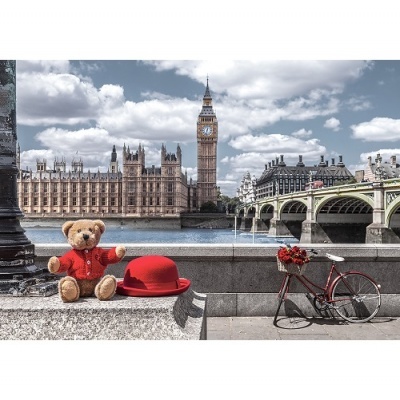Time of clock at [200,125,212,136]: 12:32
